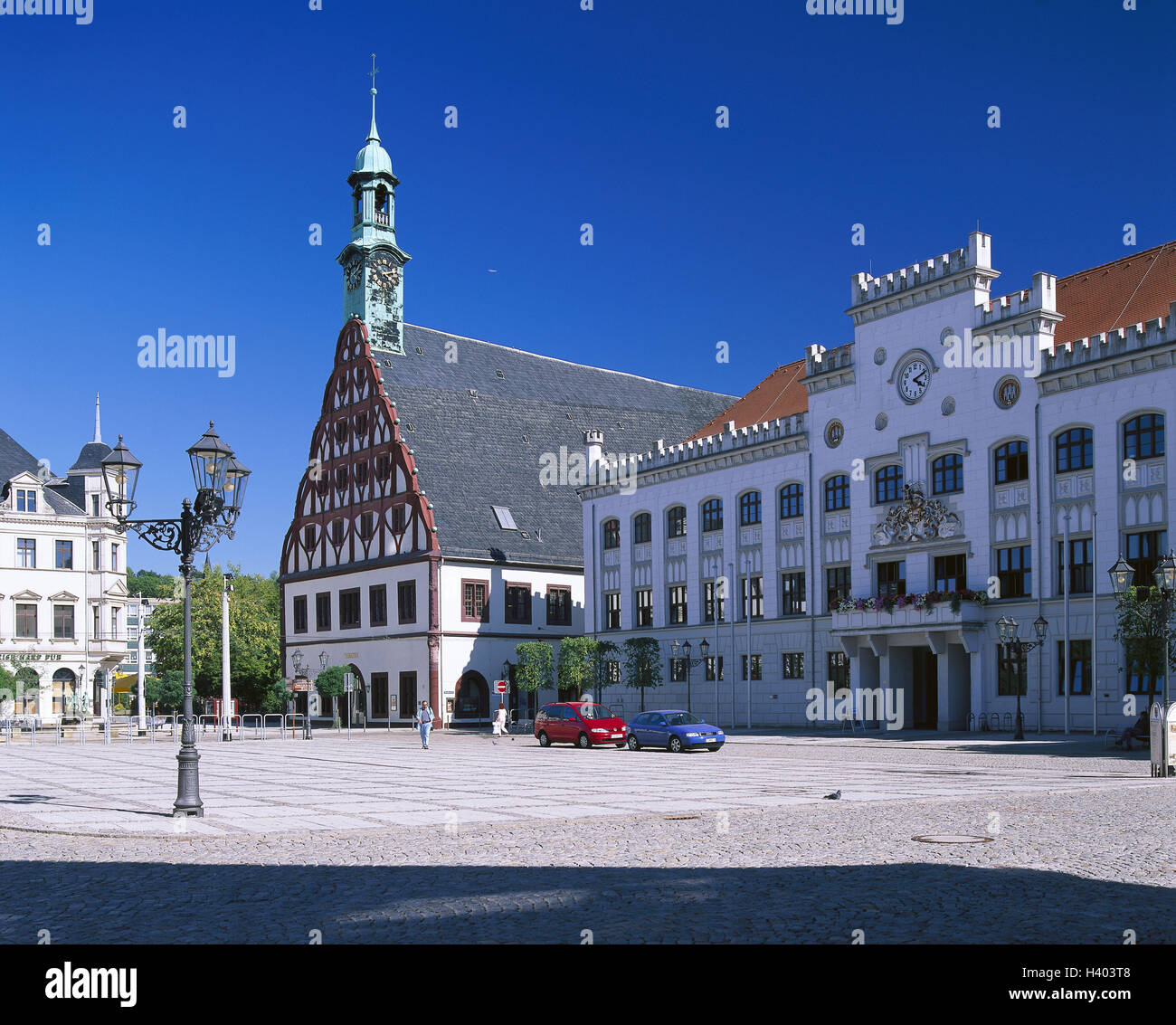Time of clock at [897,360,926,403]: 4:10
